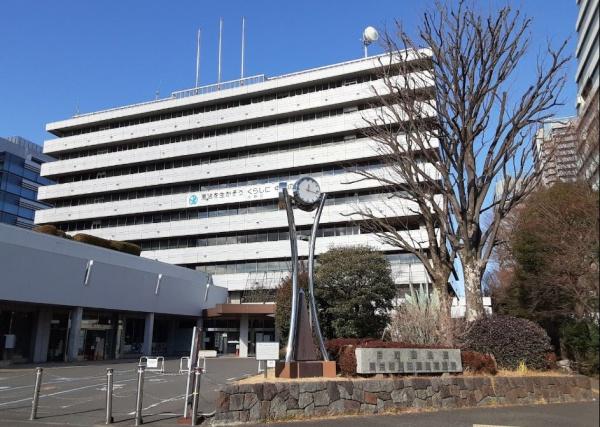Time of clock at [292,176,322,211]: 12:17
